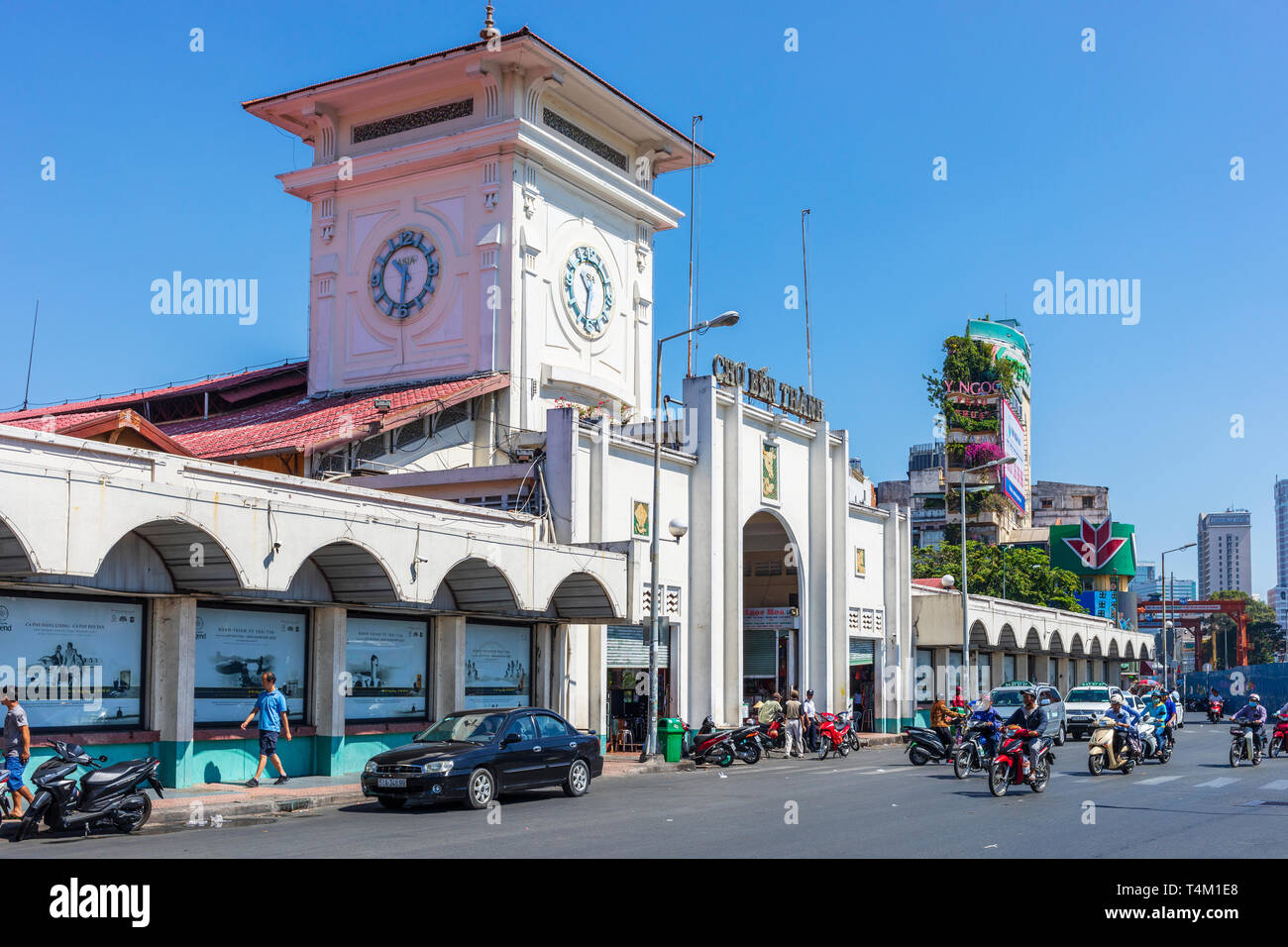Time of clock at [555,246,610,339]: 10:32
